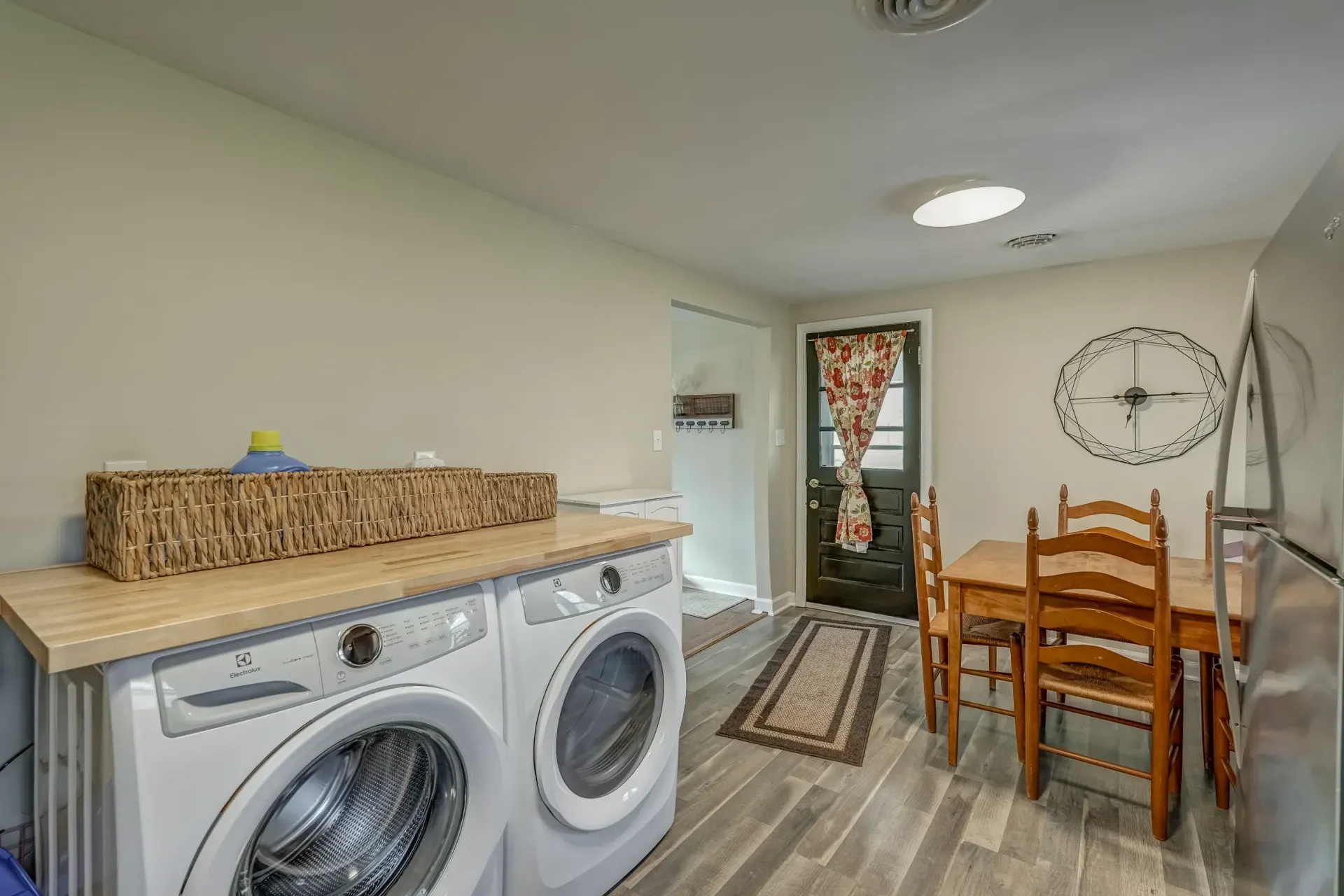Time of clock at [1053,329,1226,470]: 6:13
